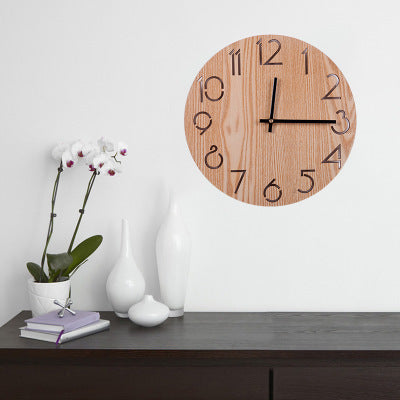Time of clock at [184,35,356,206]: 12:15
